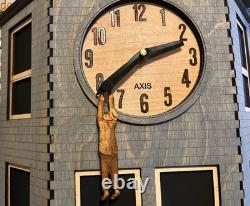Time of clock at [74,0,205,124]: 2:39
